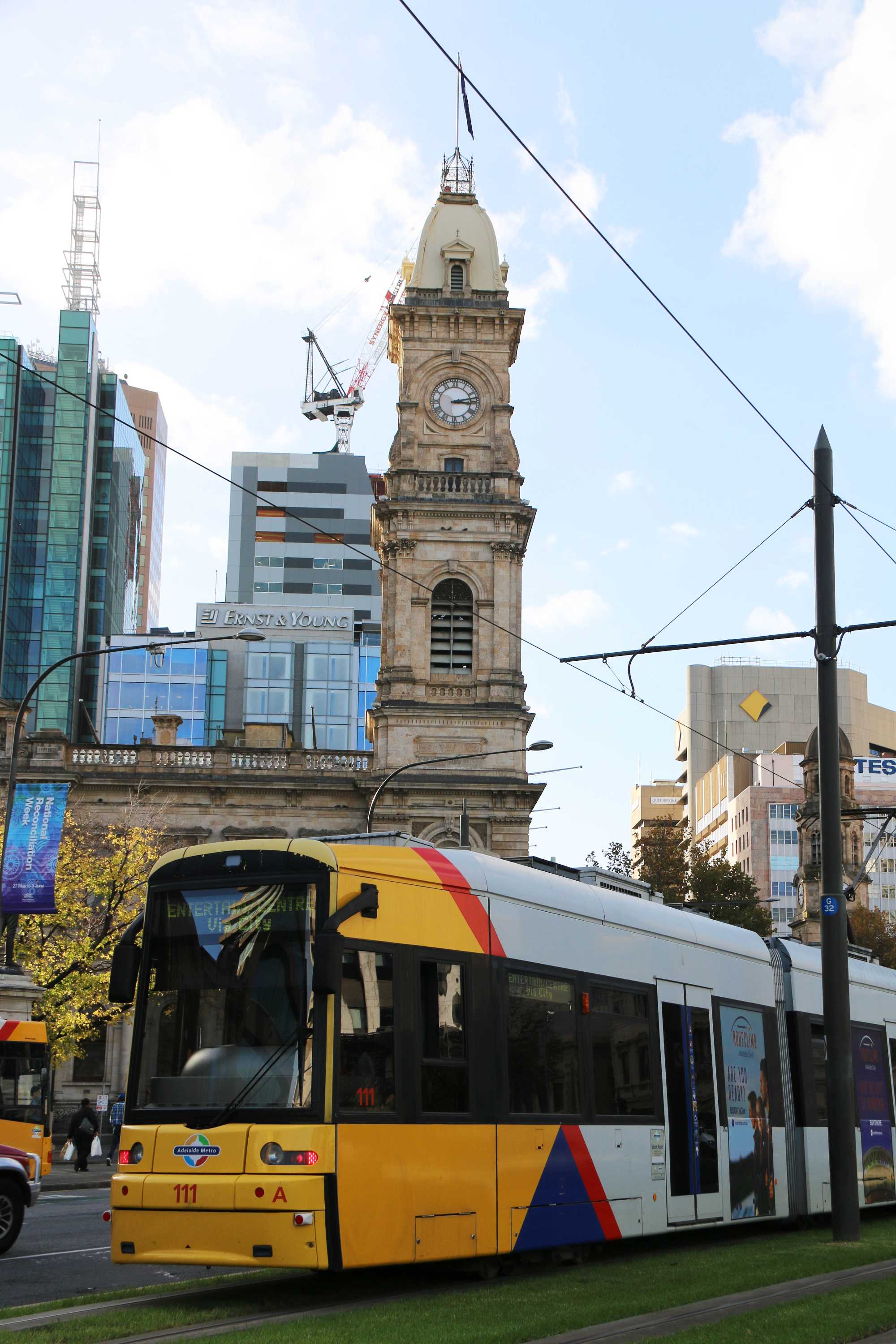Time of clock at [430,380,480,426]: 3:12
